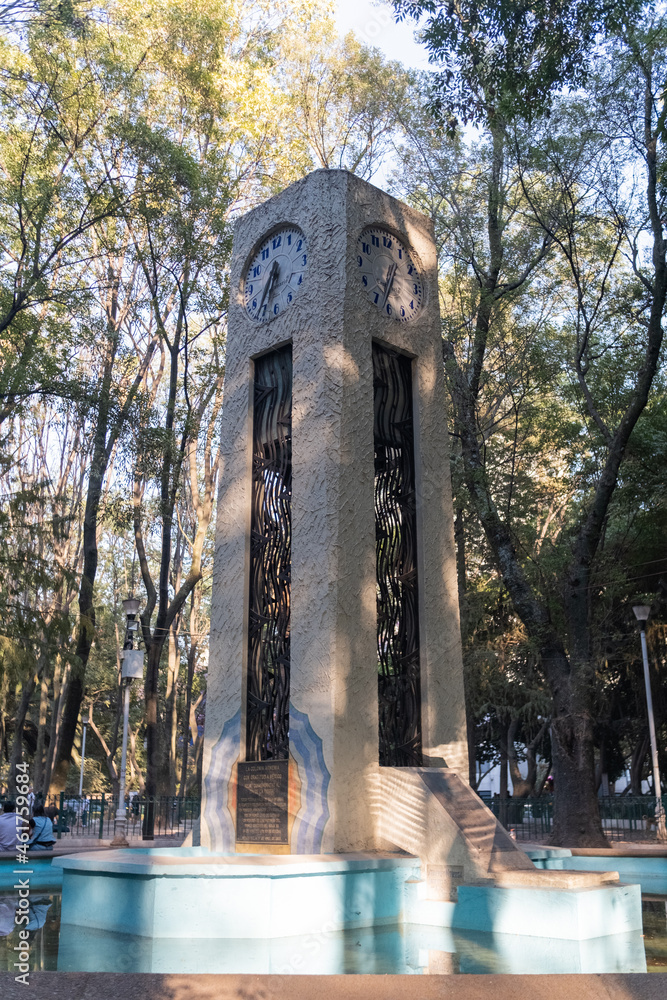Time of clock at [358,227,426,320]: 6:34
